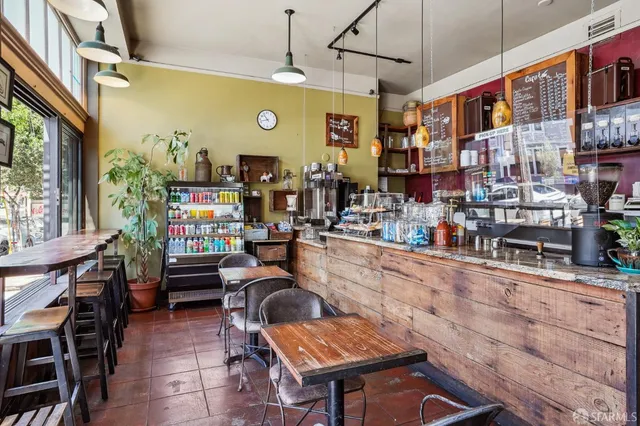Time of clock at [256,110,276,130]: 10:42
